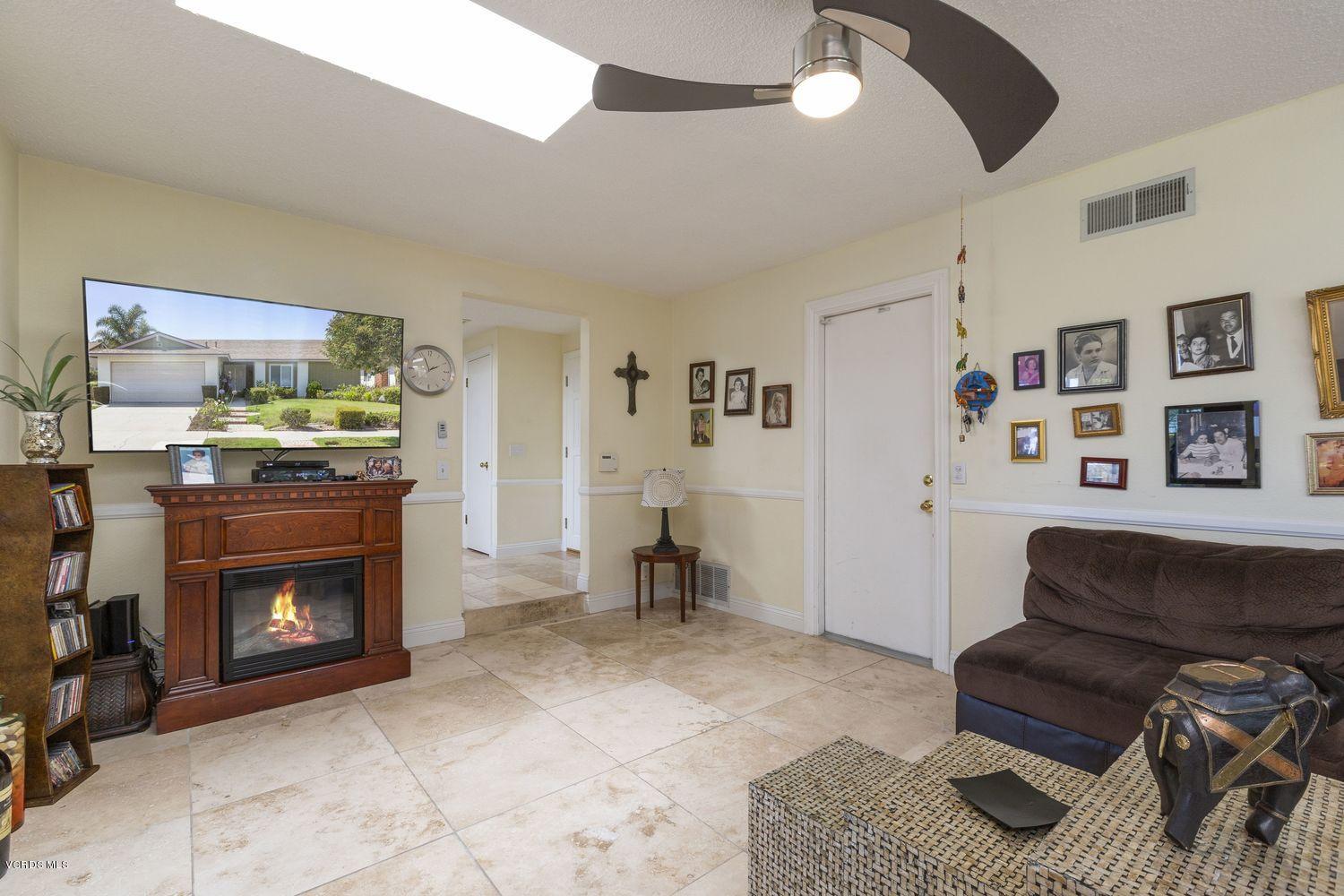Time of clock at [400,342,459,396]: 1:56
